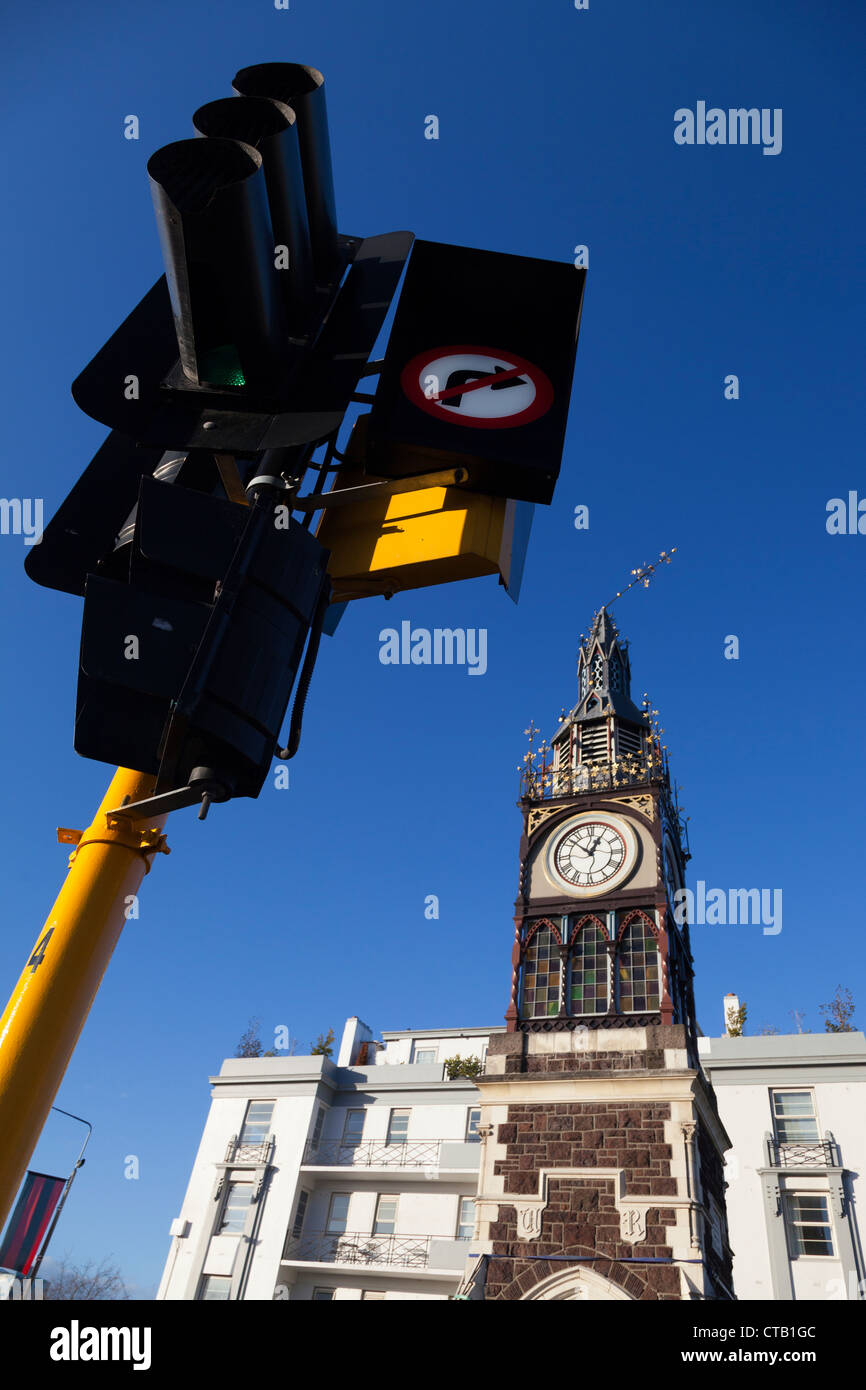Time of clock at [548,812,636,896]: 12:52
